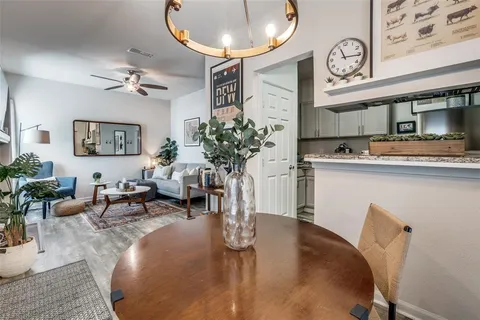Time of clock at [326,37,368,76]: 11:15
